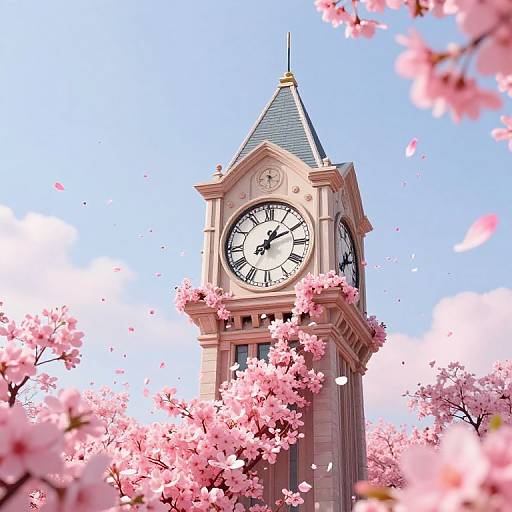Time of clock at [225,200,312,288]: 1:10
